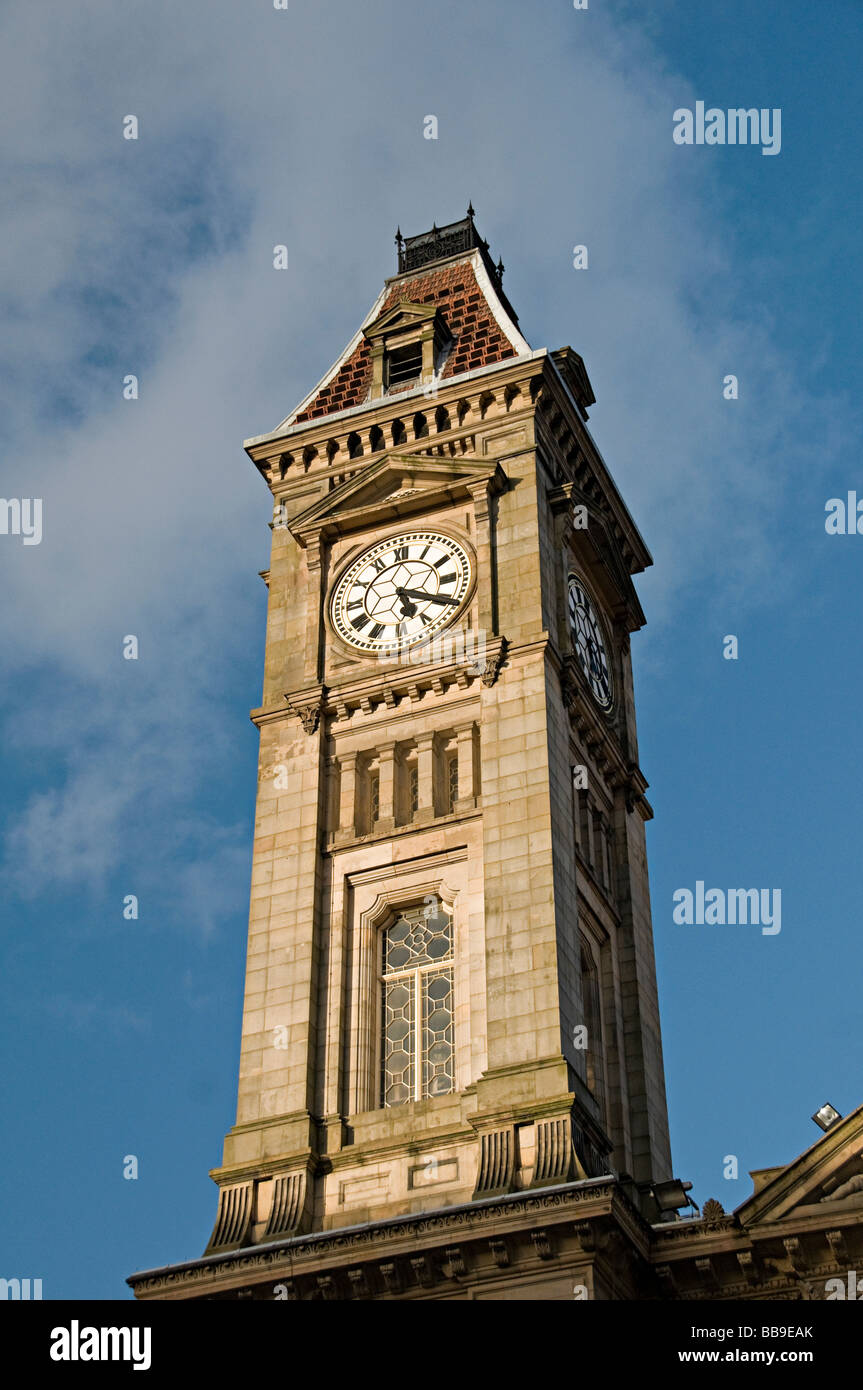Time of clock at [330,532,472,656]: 5:19
